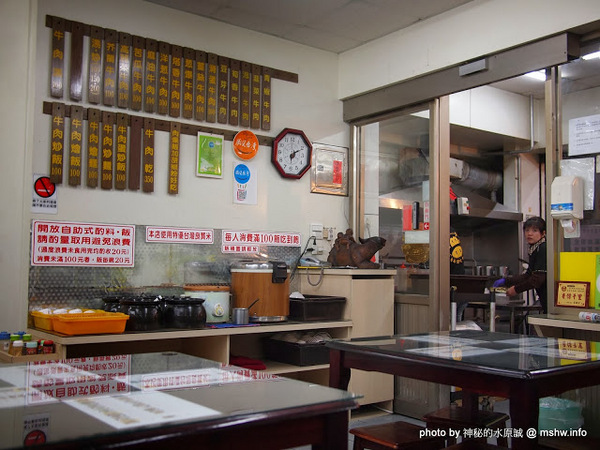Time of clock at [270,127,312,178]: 6:10
